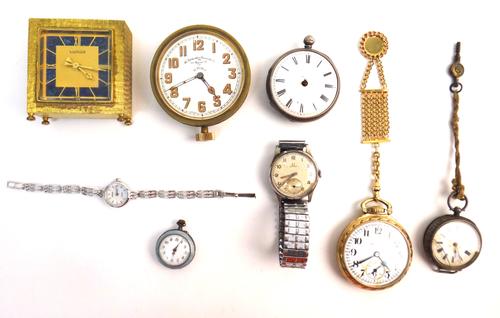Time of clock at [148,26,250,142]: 4:41
